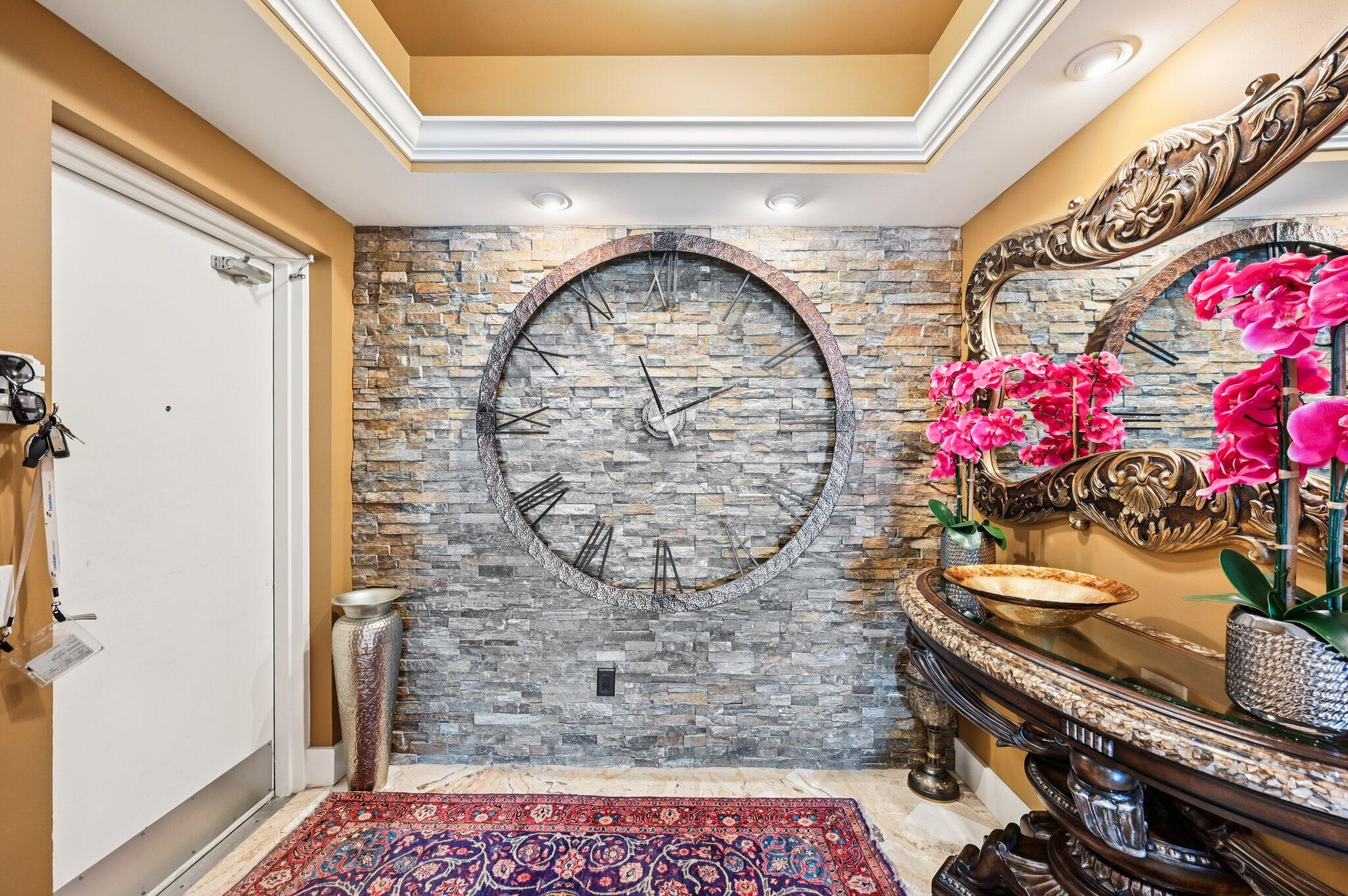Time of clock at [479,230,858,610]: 1:56
